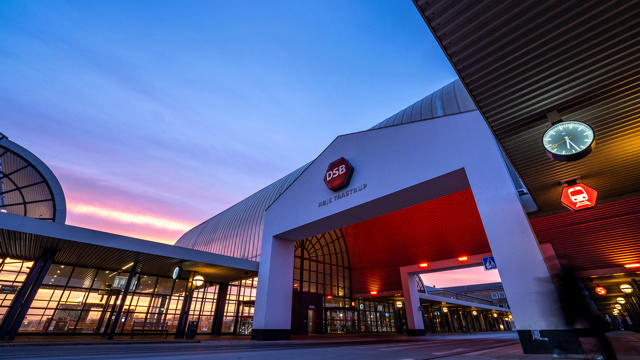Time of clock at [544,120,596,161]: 5:22
